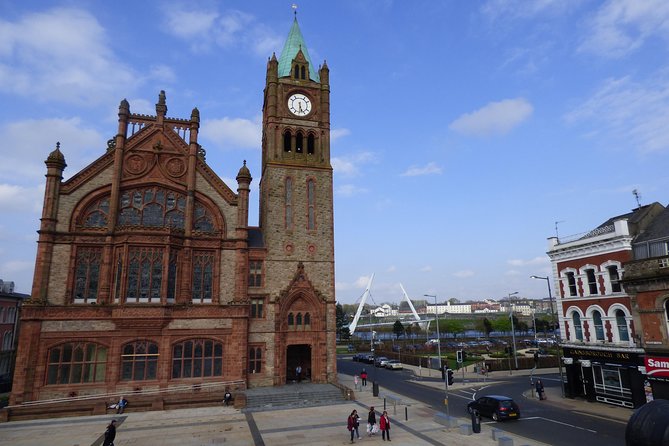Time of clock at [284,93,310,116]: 5:30
